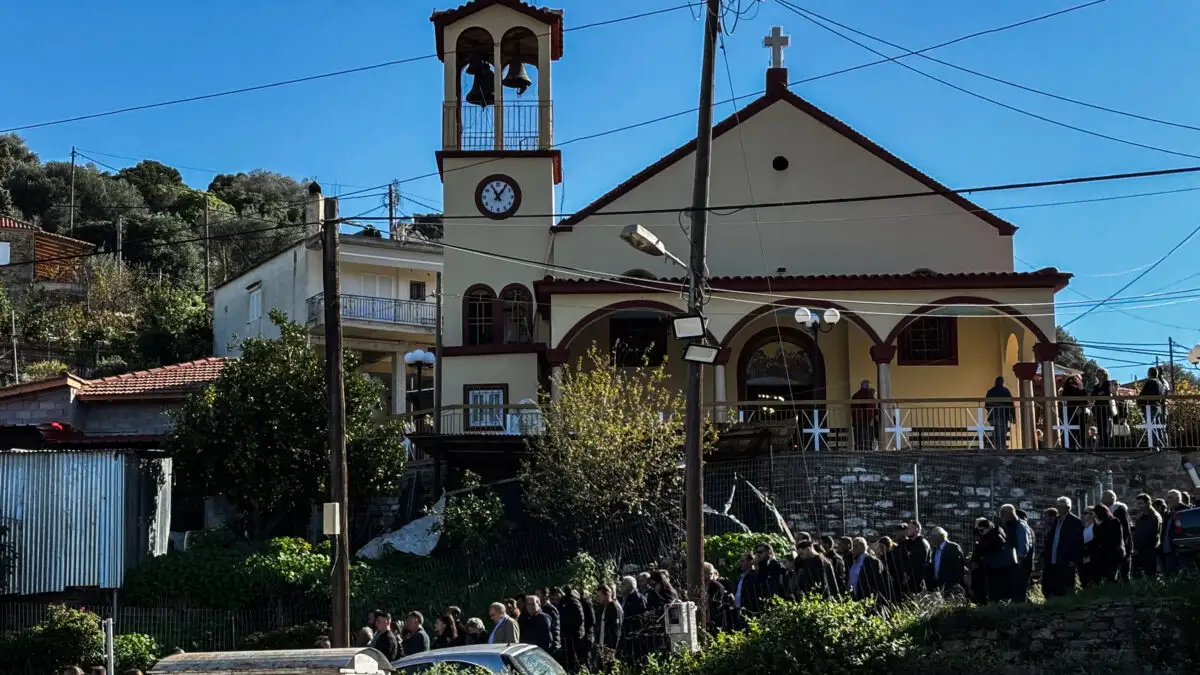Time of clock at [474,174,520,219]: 11:06
